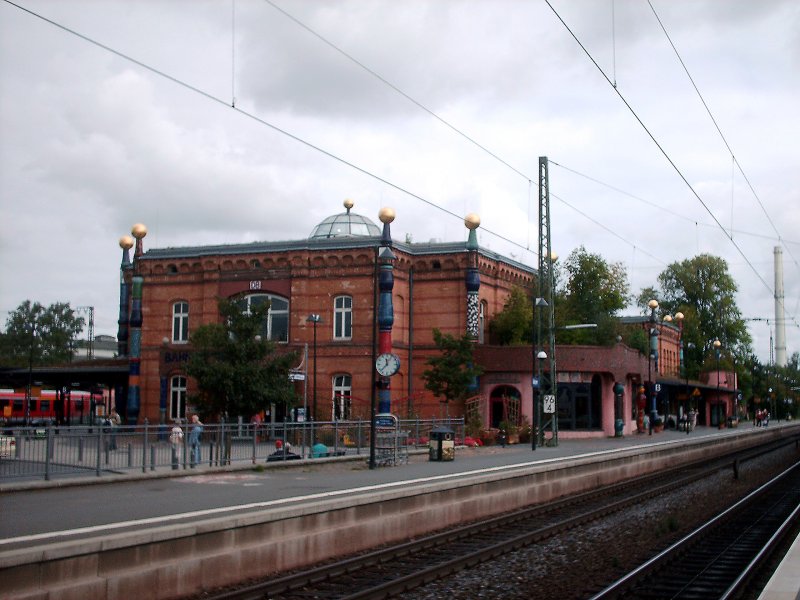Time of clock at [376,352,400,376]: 11:37
